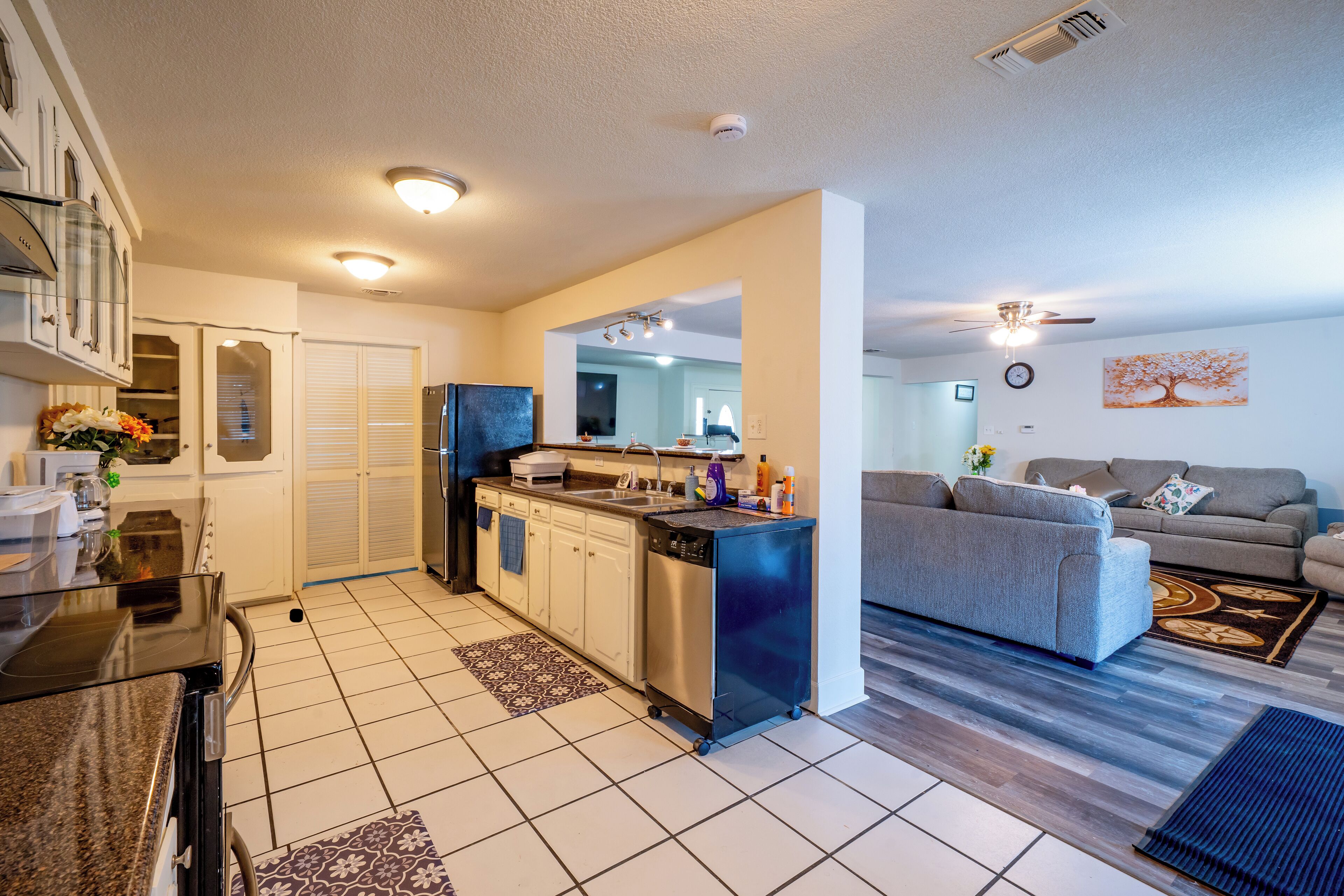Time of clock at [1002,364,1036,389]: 4:09
